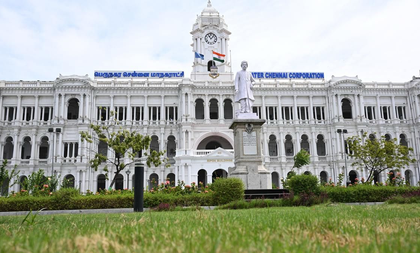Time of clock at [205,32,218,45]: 11:07
